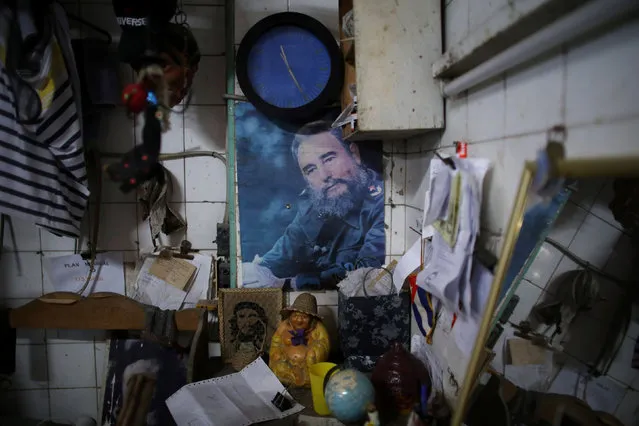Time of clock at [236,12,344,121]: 11:25
